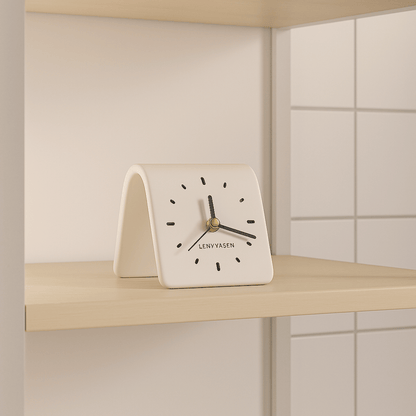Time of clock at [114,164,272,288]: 12:18
